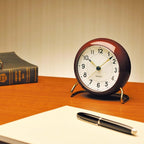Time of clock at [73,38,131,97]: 10:07
